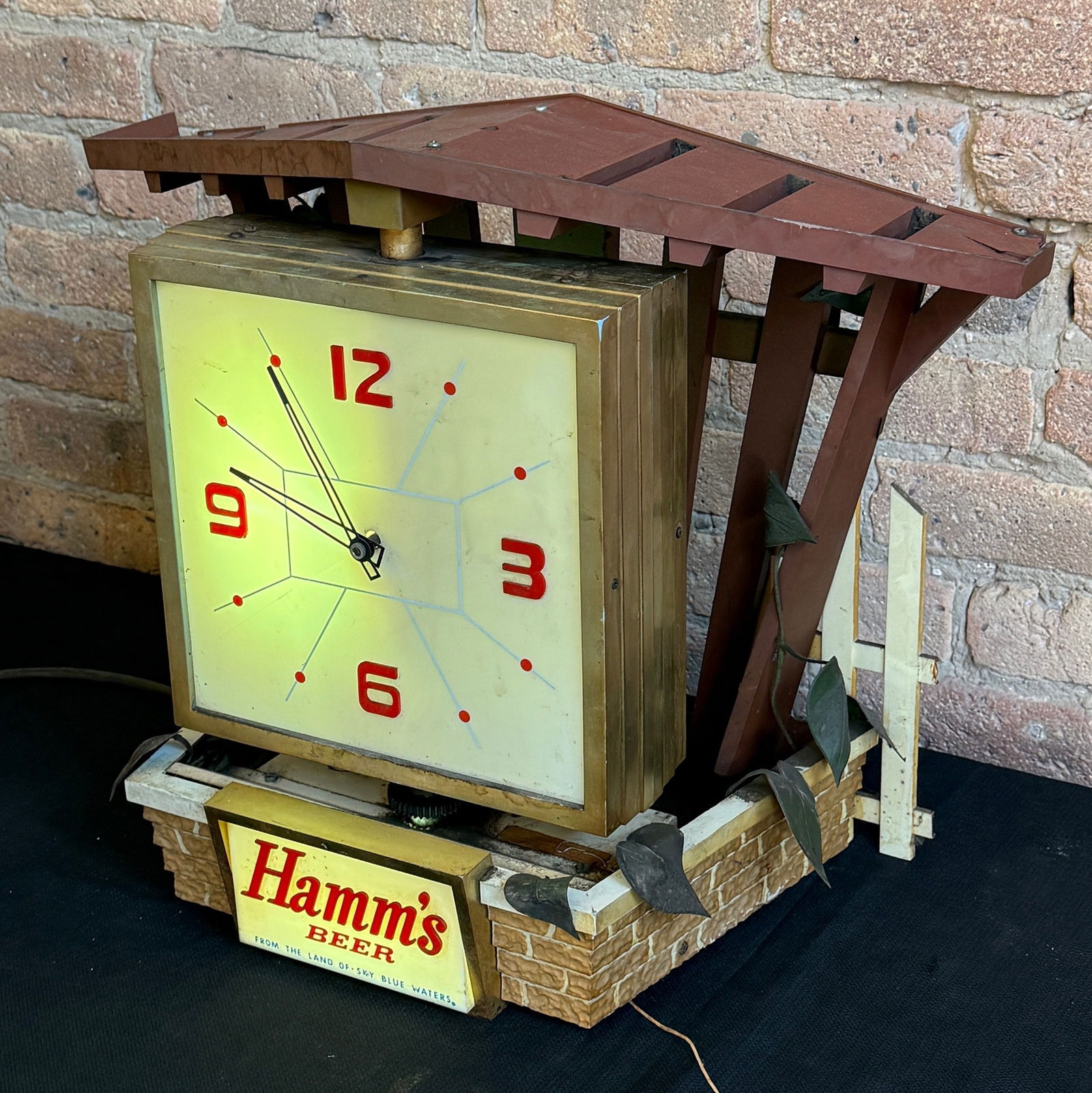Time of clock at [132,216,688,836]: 9:54
